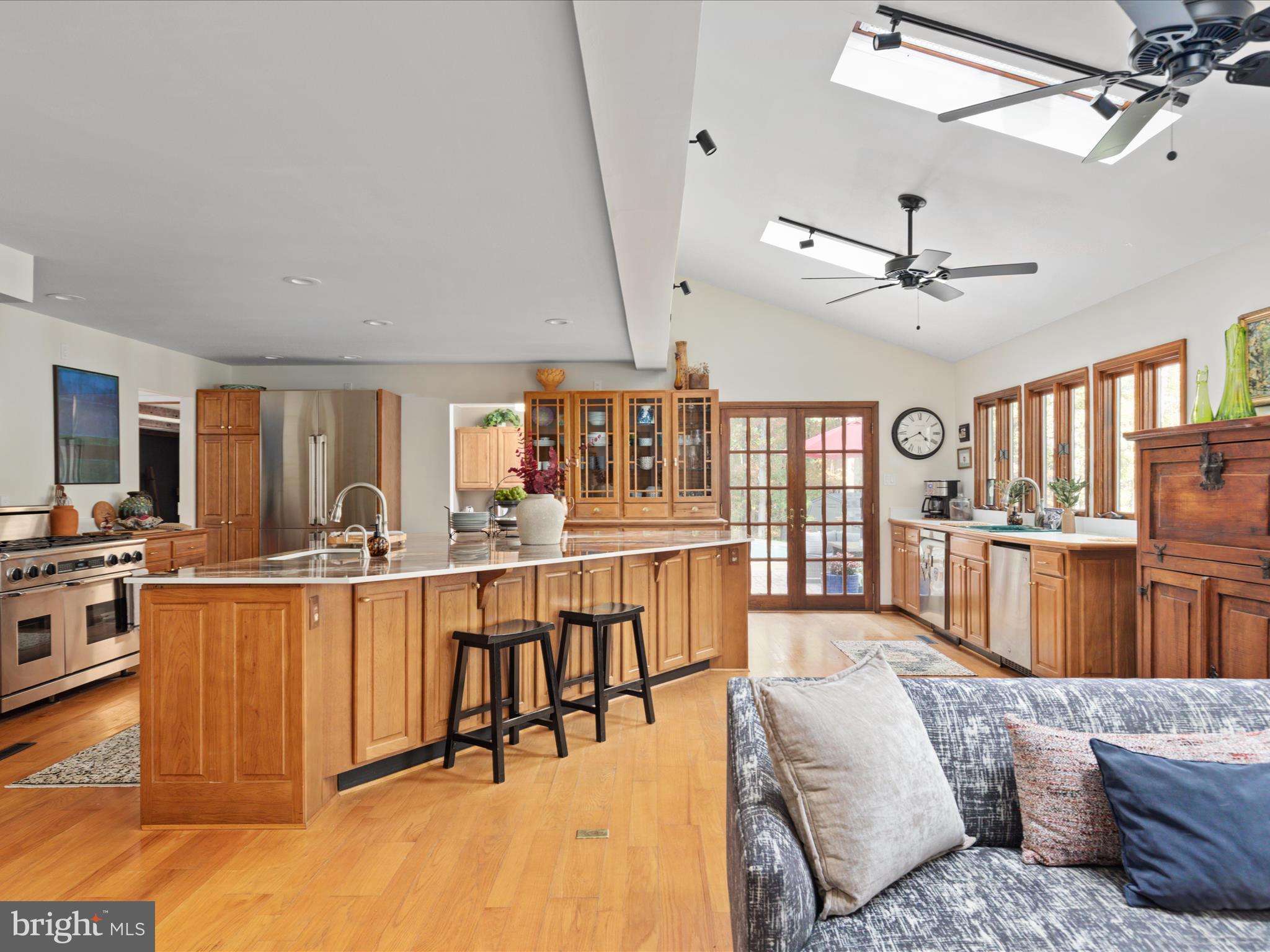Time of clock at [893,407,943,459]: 4:40
